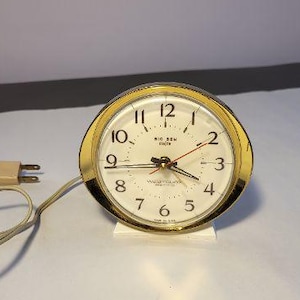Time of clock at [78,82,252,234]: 3:43
